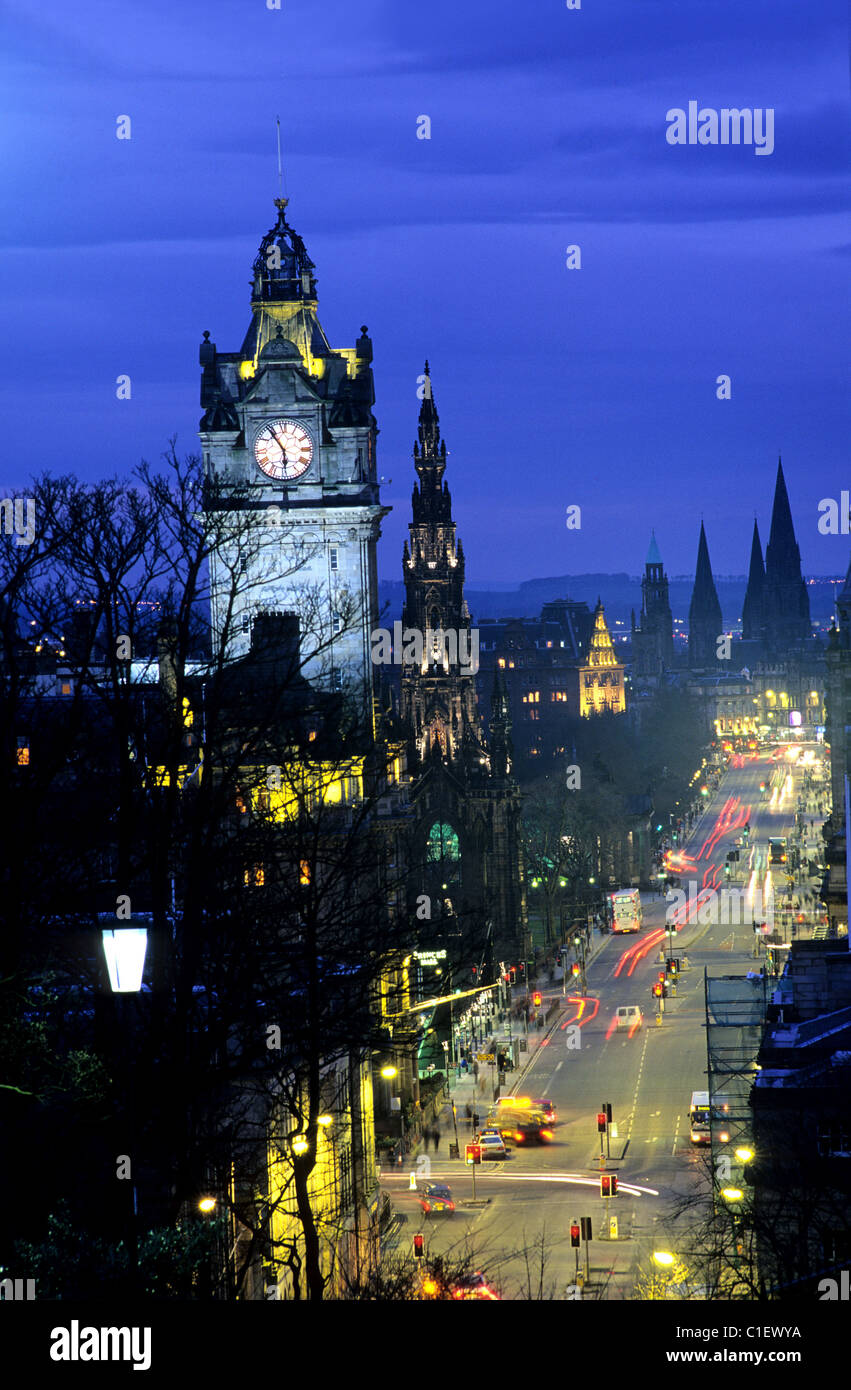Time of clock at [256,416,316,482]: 5:54
